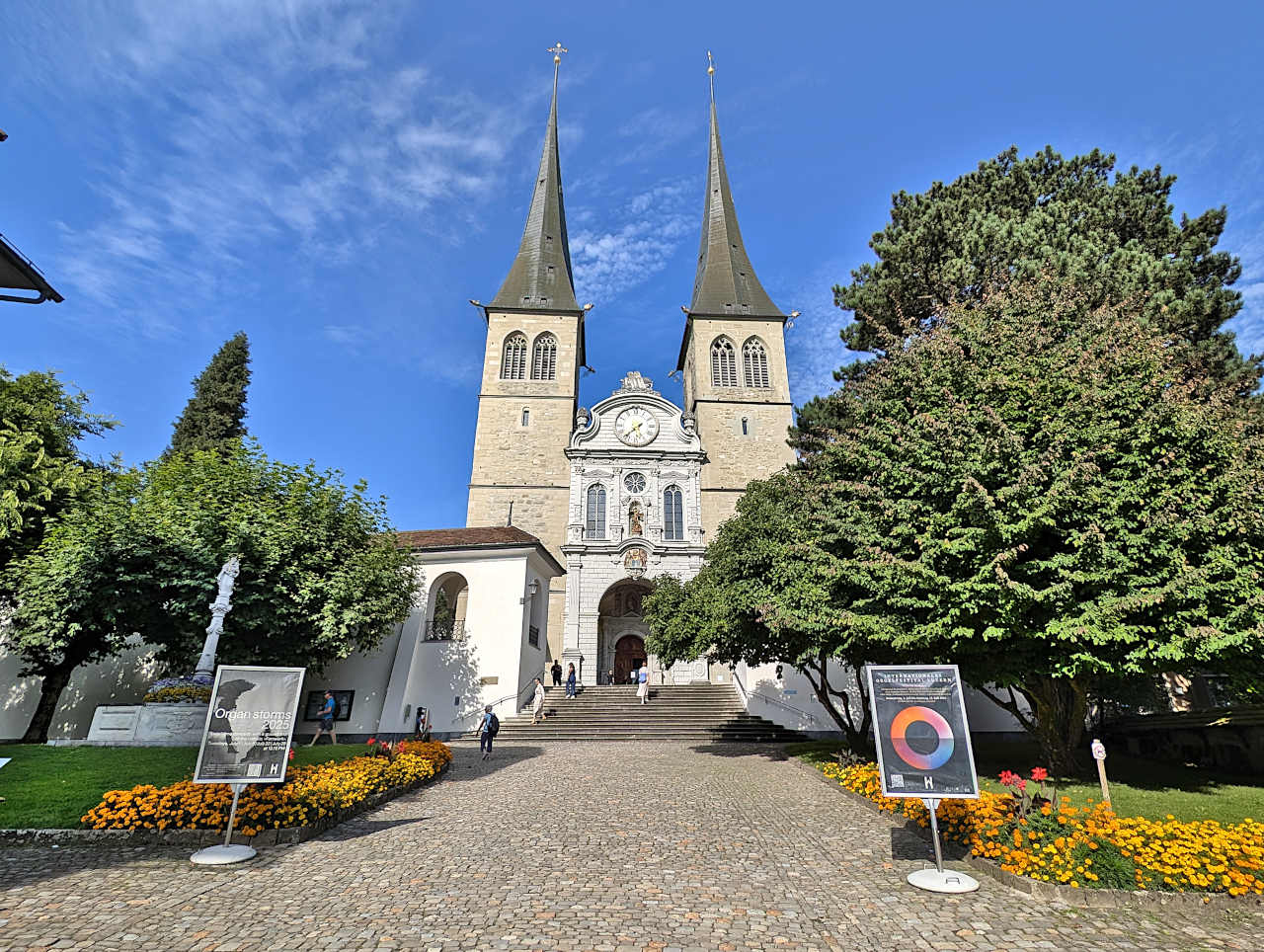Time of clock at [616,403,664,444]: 7:37
